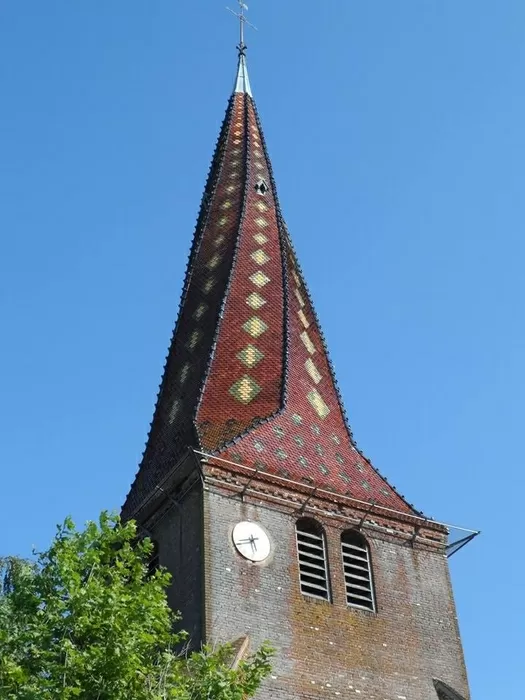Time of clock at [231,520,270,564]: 5:42
